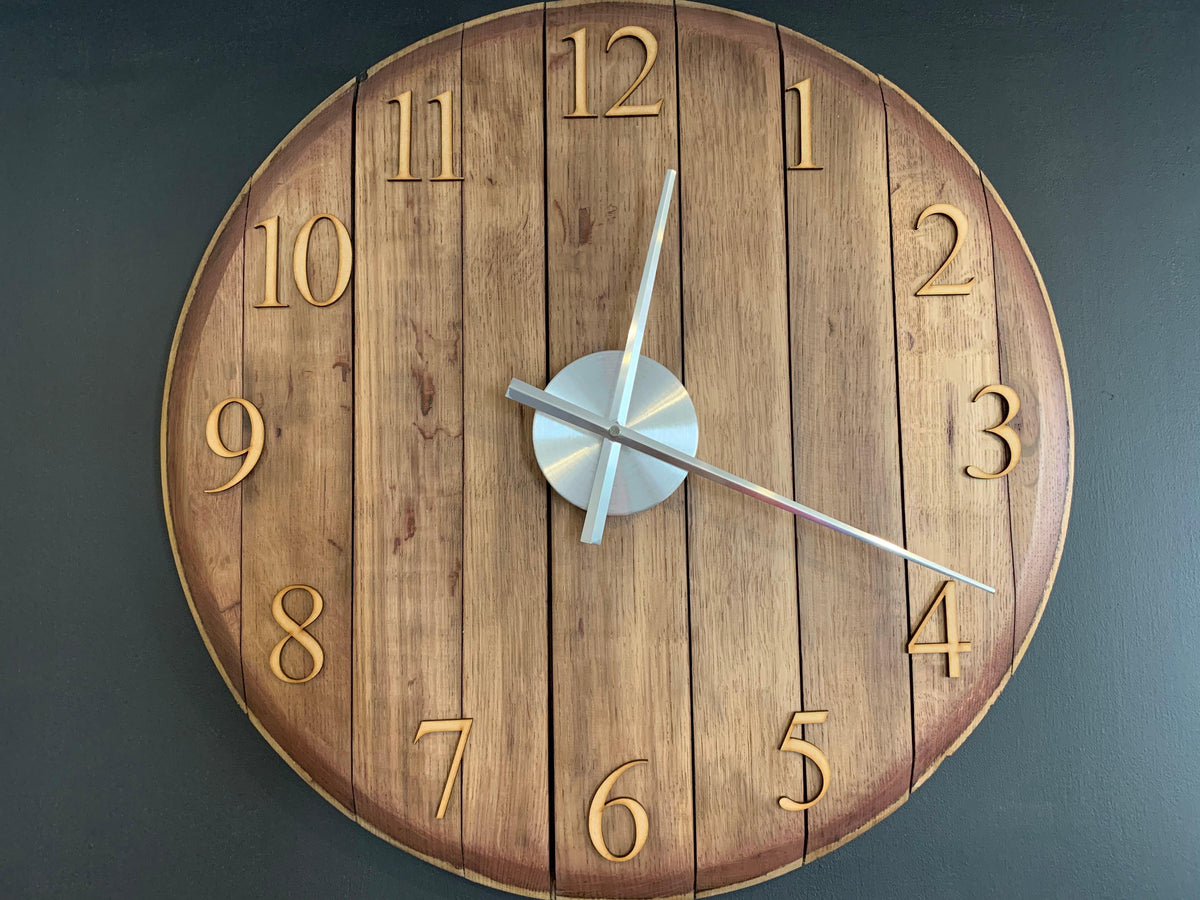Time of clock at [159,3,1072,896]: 12:18
